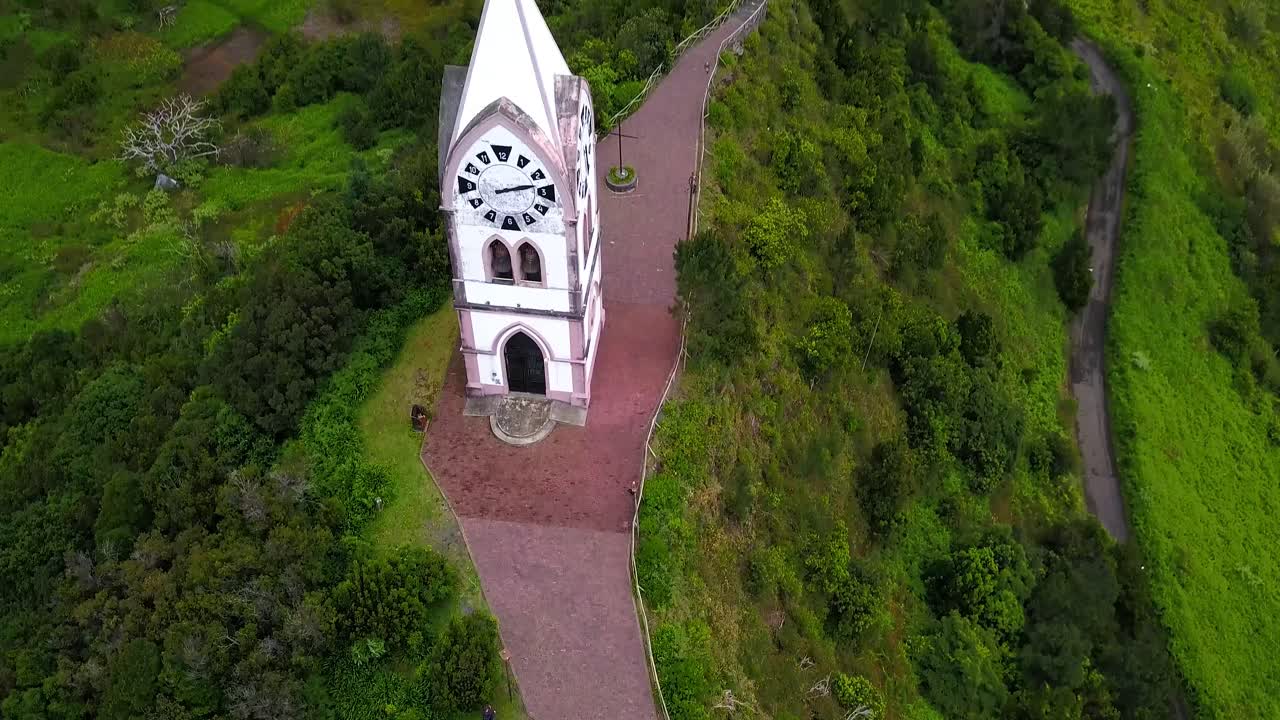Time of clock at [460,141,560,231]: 2:12
